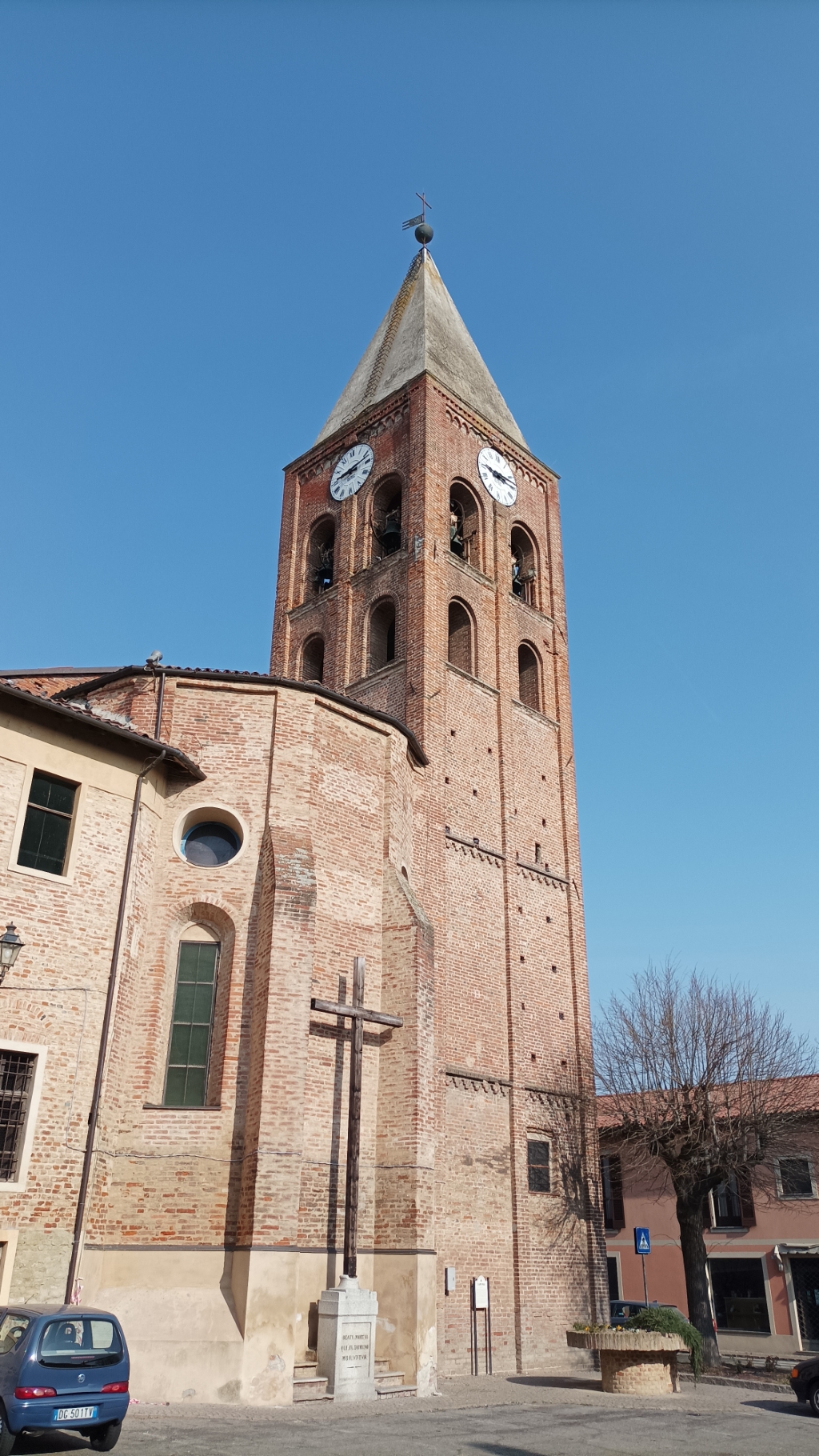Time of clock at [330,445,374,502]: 9:12
